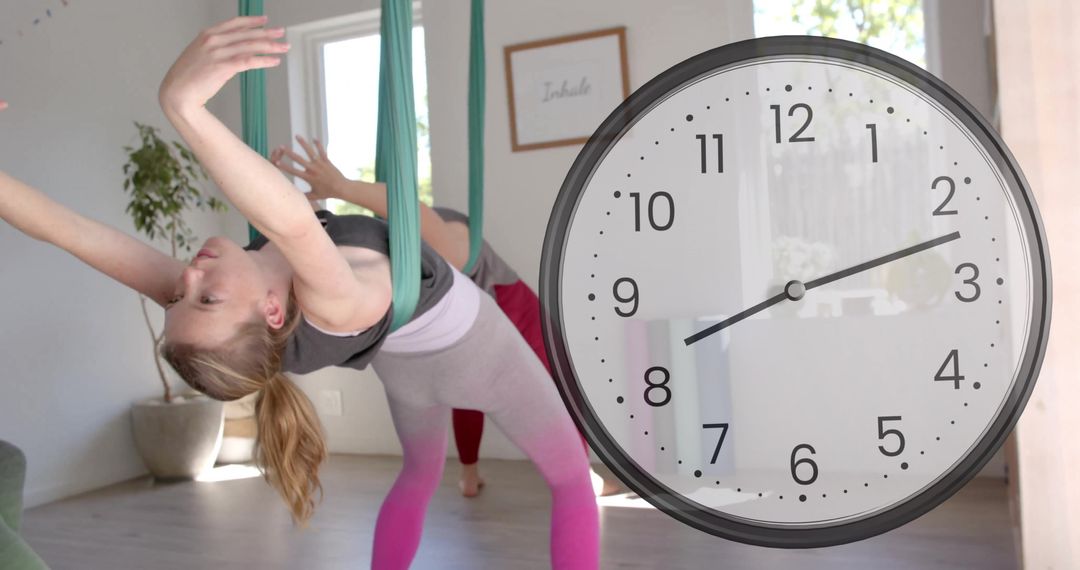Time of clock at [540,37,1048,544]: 8:12
